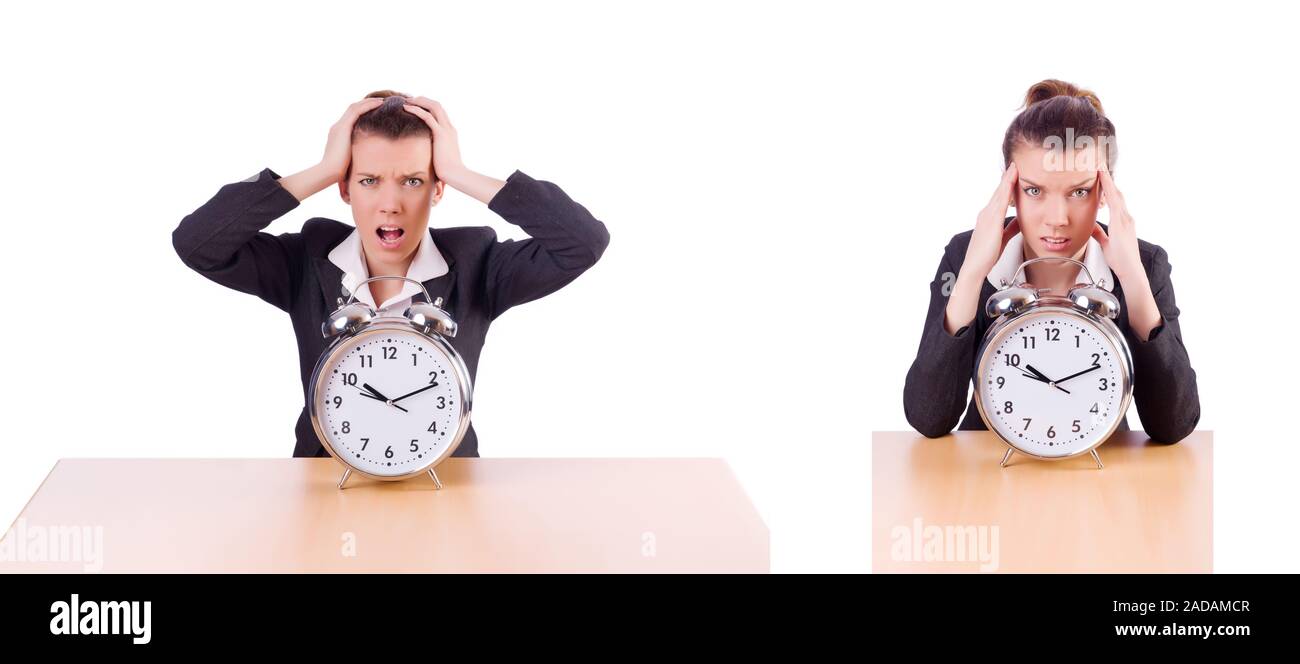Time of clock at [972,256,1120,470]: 10:11
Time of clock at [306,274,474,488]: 10:11
